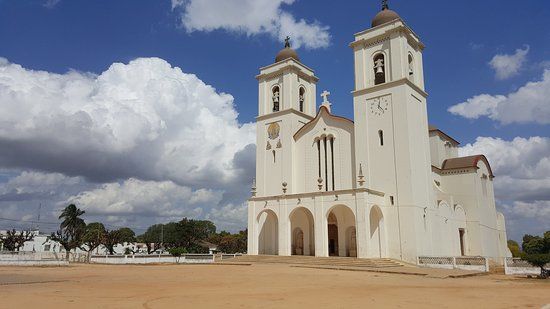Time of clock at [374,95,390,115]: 12:23
